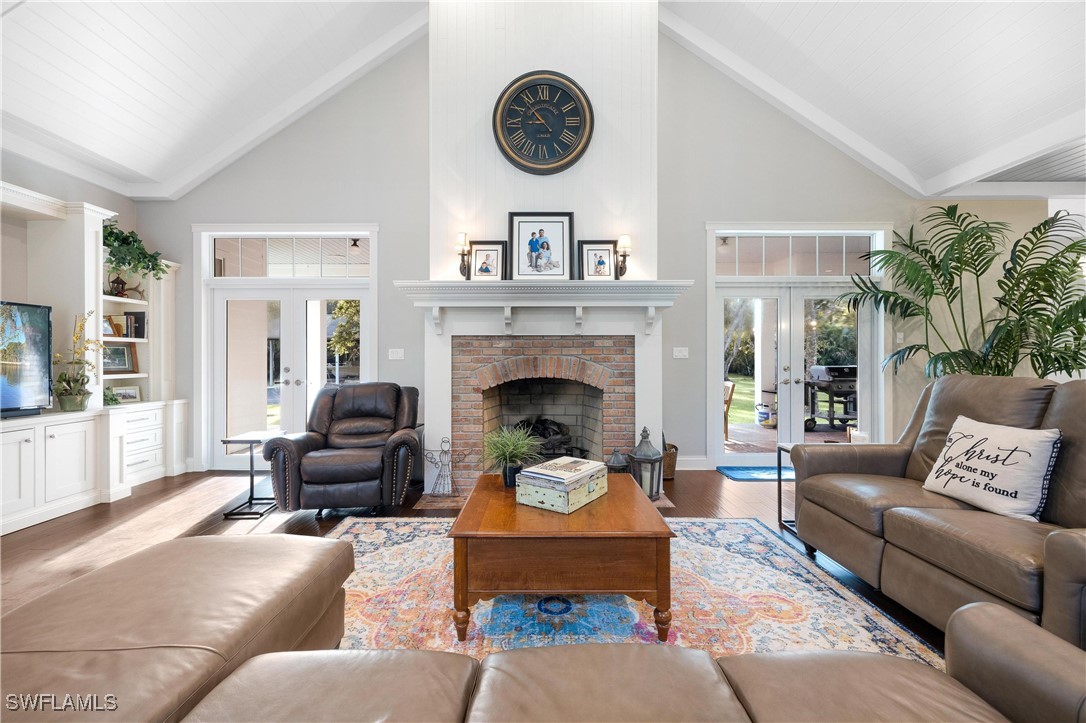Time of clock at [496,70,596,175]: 8:53
